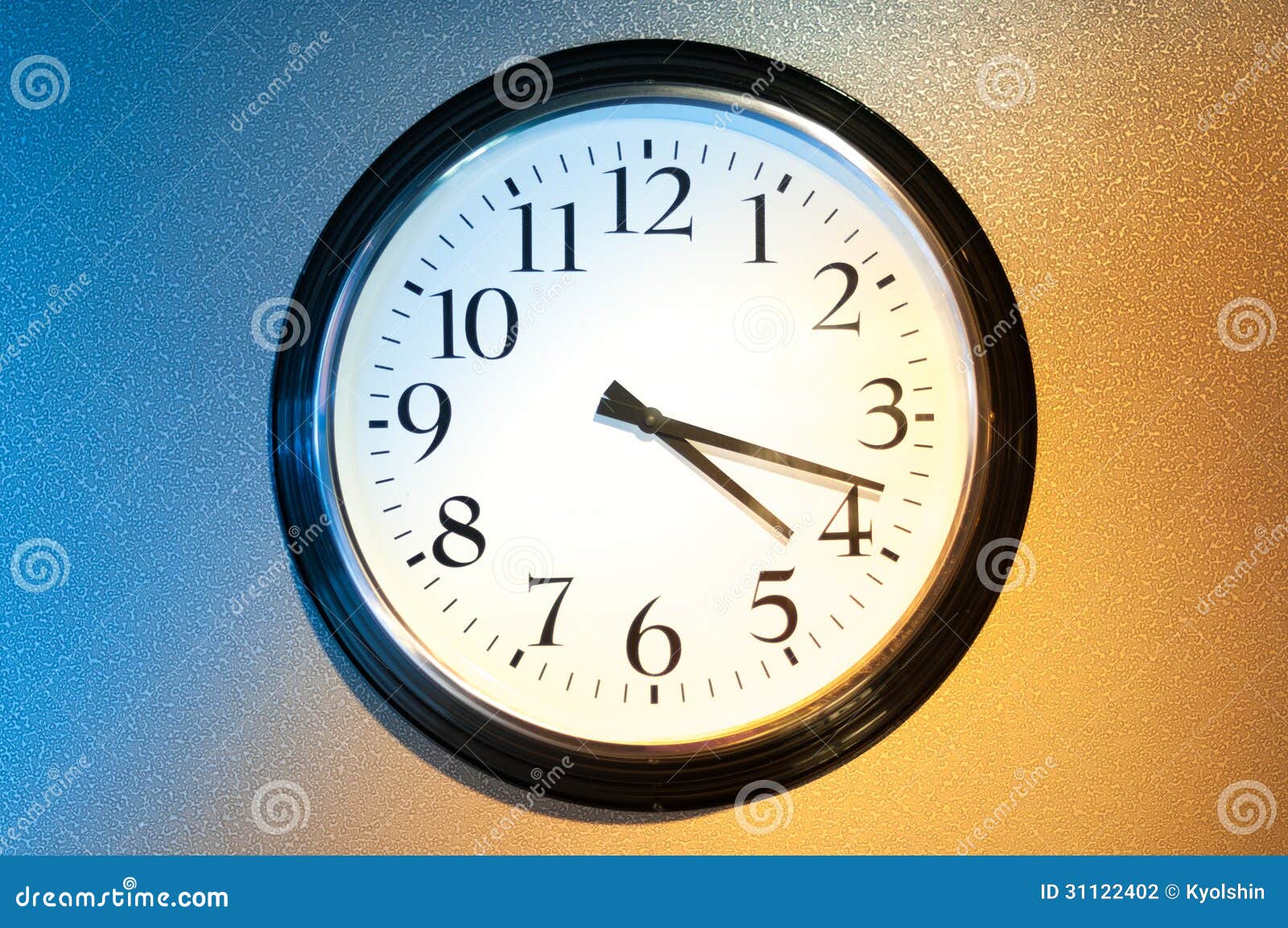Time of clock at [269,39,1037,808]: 4:18
